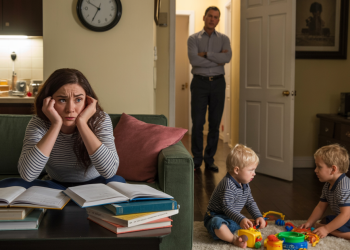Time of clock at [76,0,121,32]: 12:34
